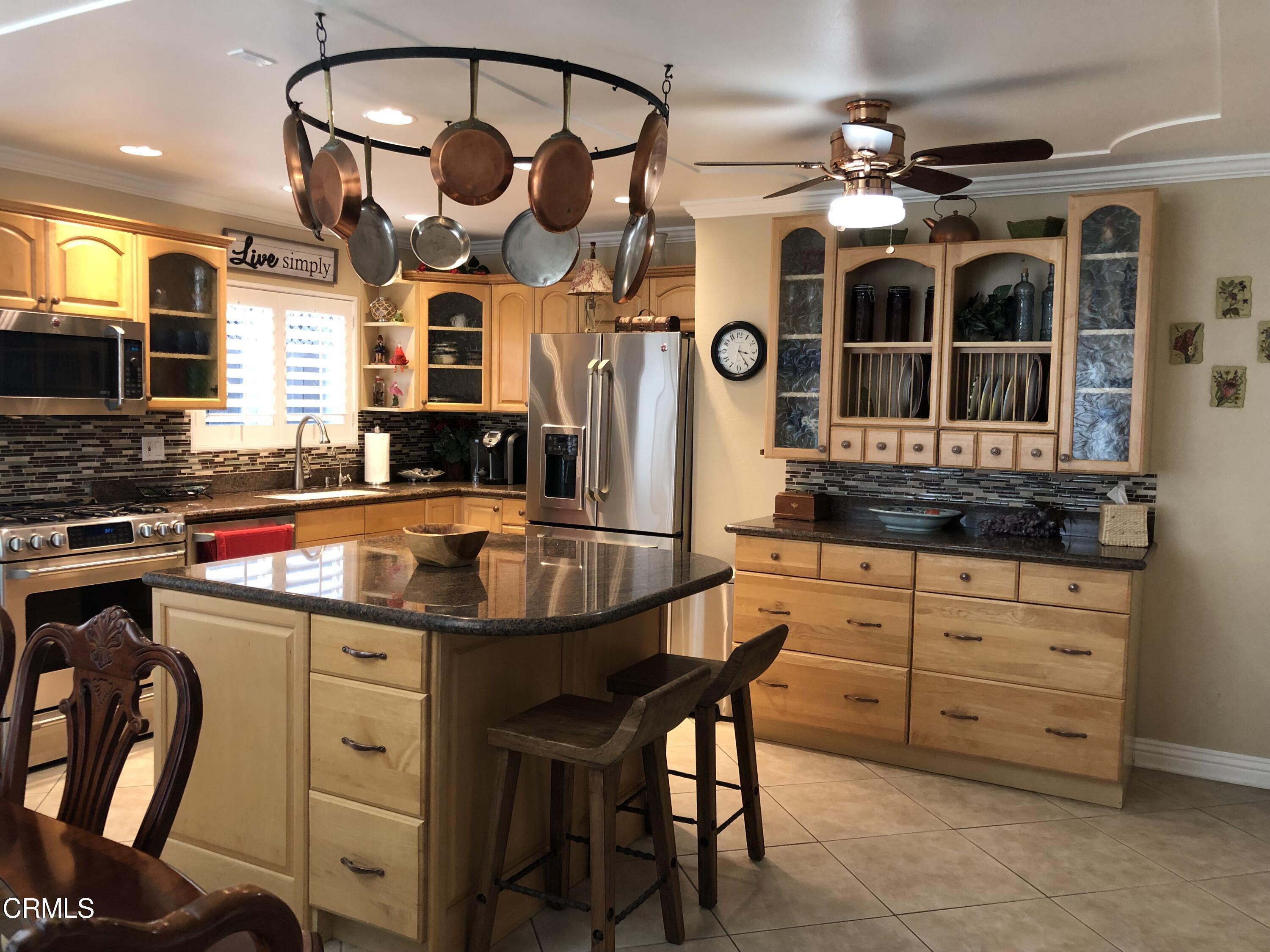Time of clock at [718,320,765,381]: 3:24
